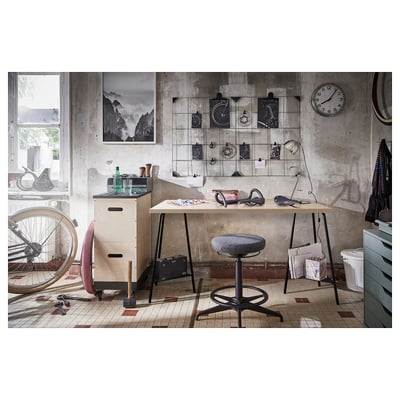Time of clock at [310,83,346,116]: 8:06
